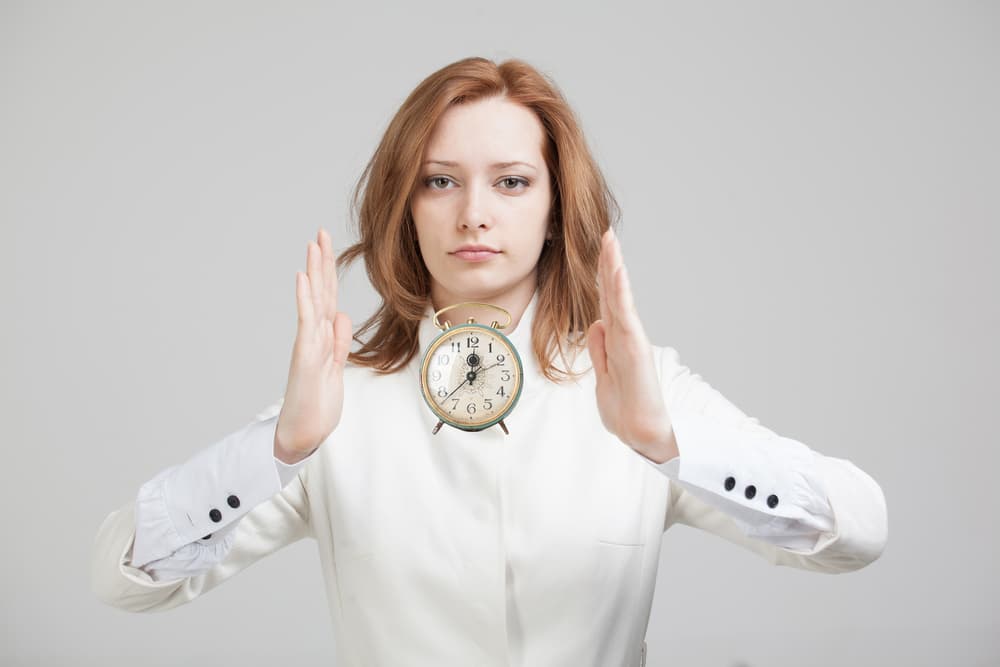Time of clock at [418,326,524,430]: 12:10
